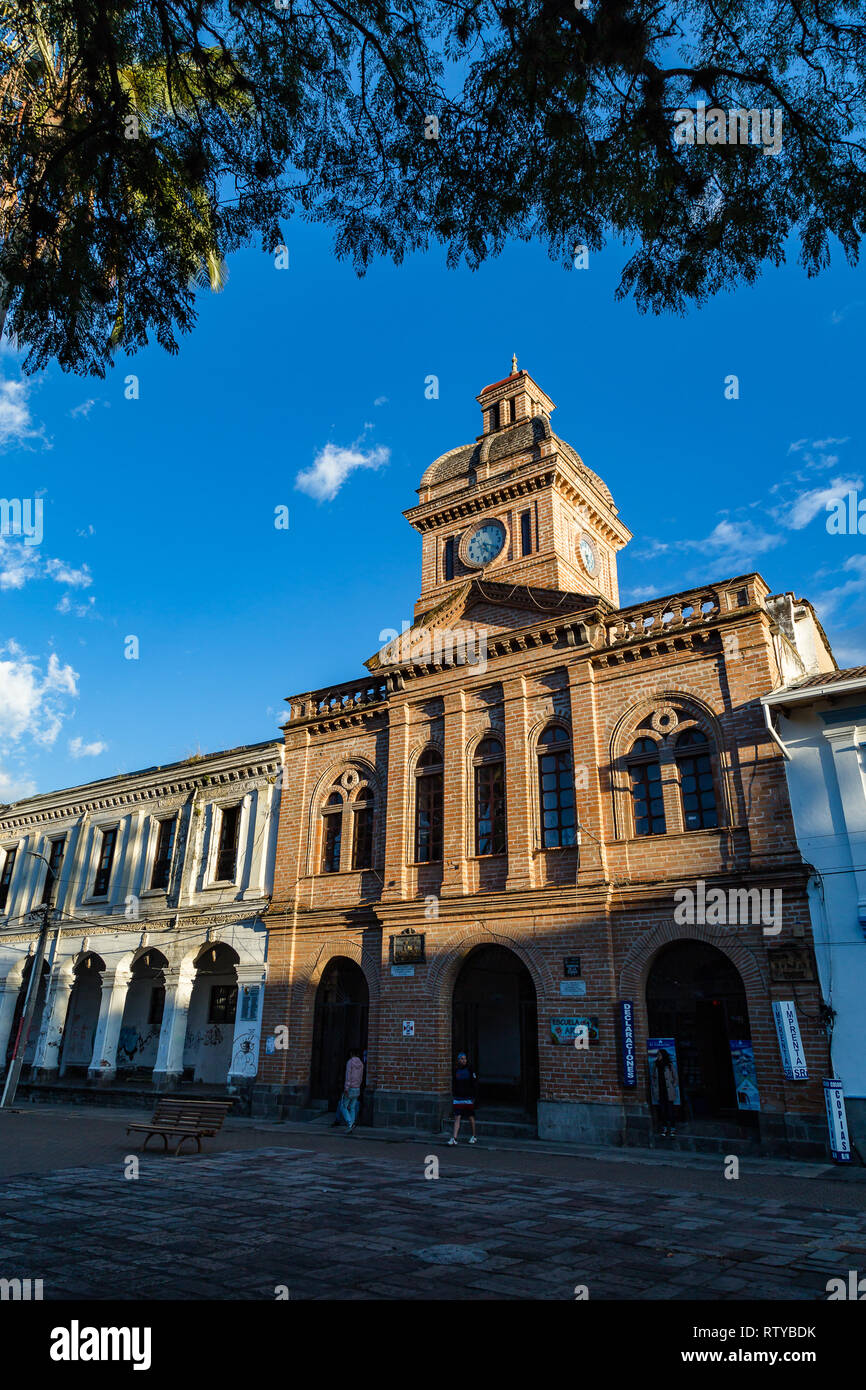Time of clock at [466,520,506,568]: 5:18
